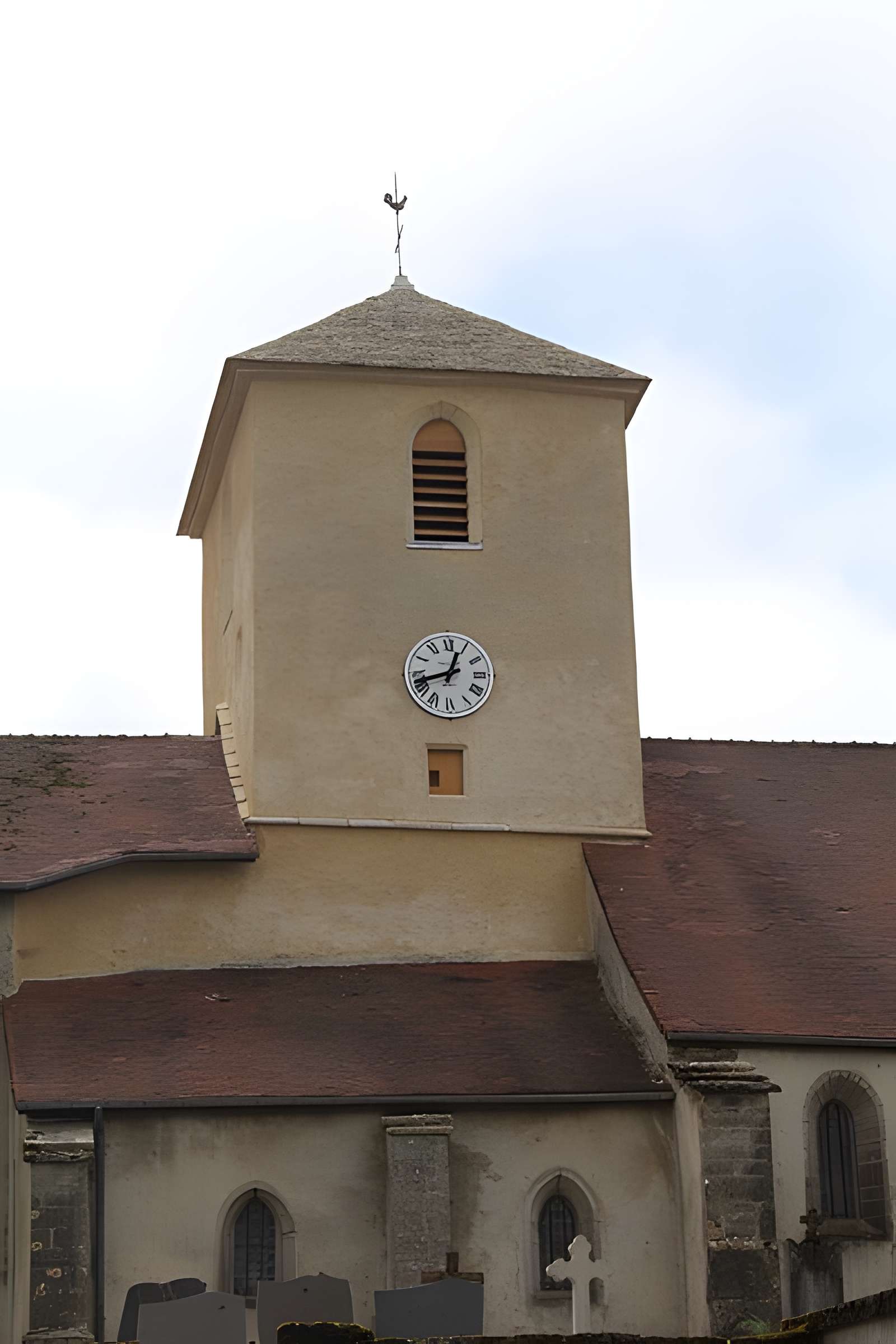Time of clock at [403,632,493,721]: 12:42
